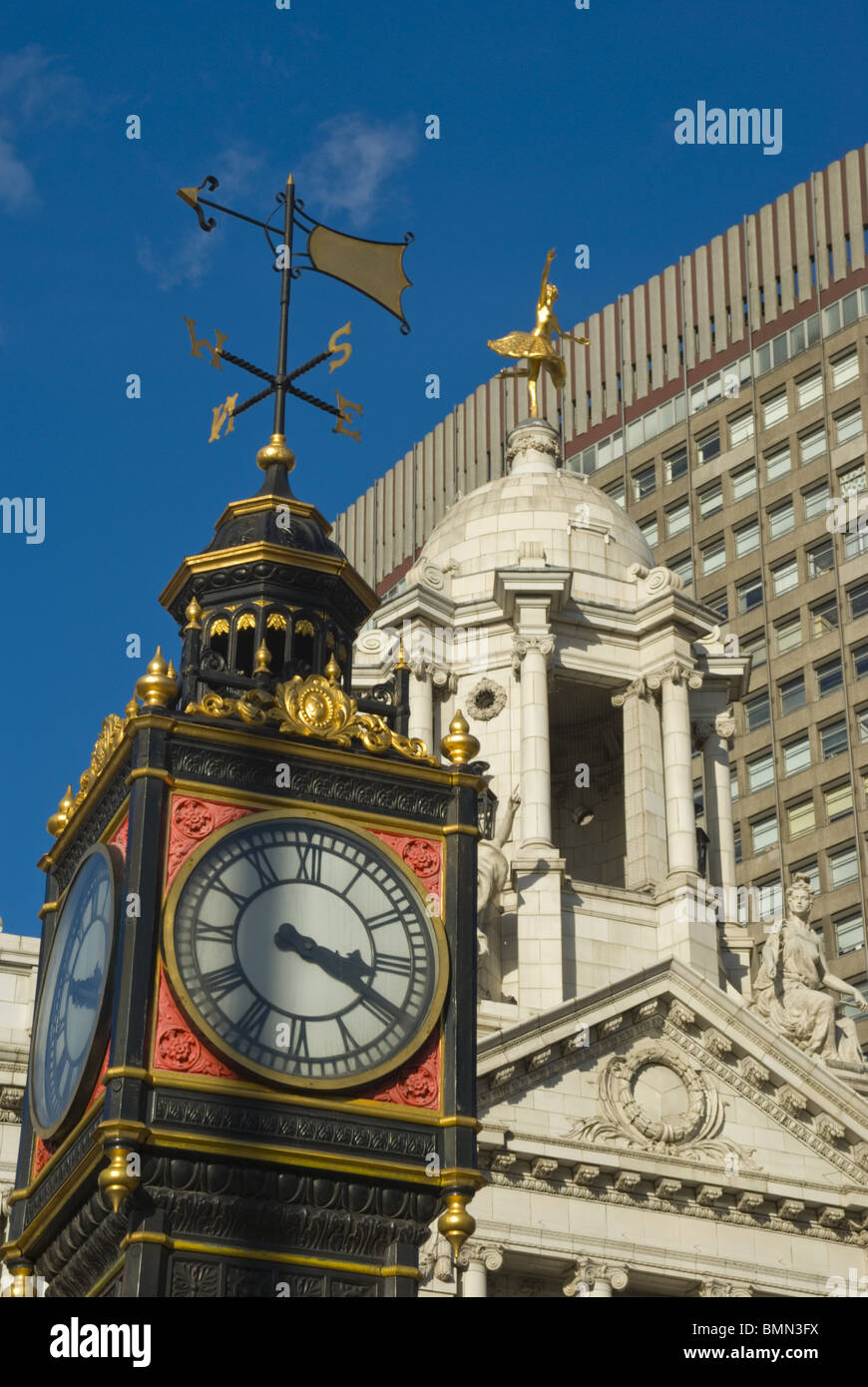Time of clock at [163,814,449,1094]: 3:19
